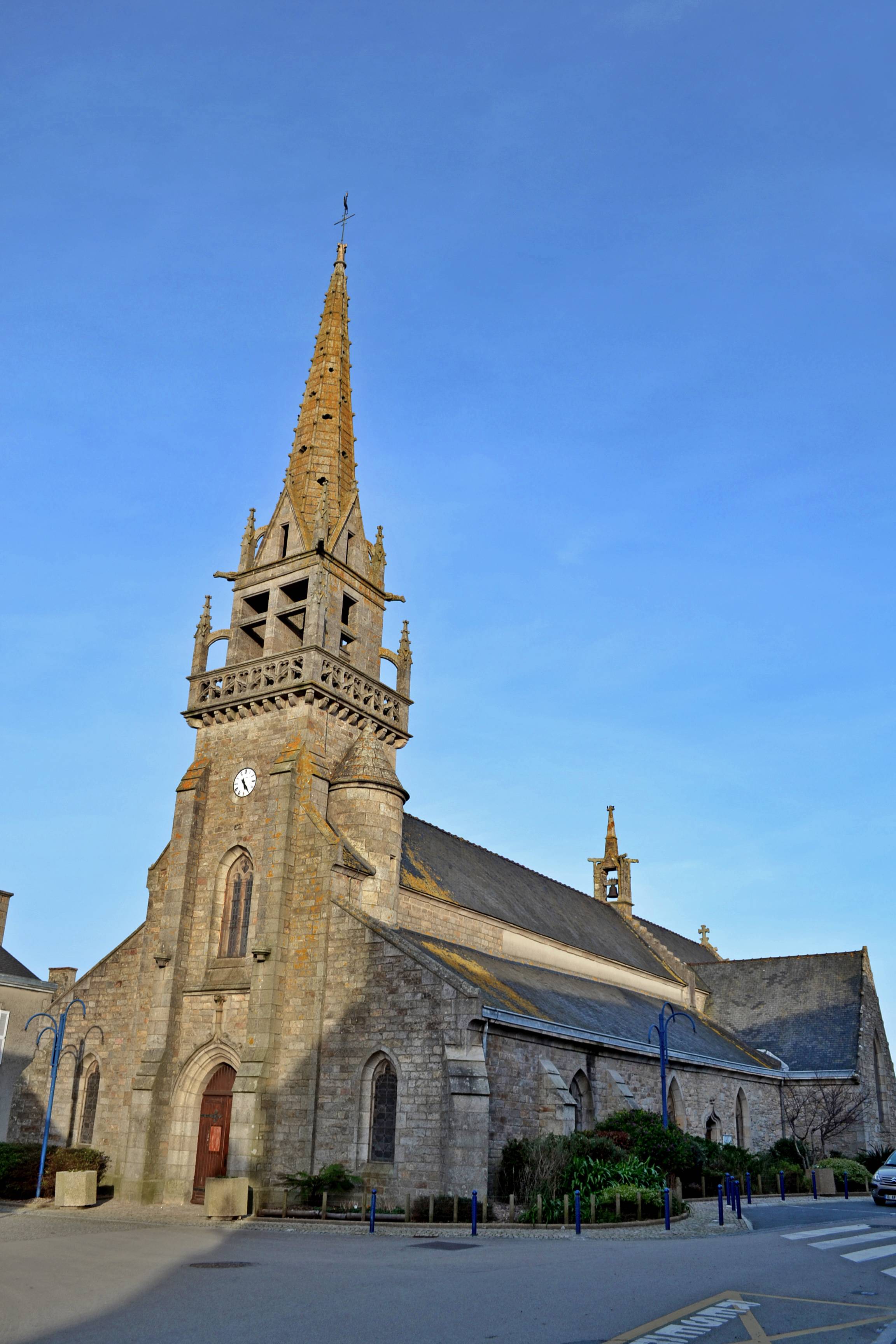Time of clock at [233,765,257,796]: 5:24
